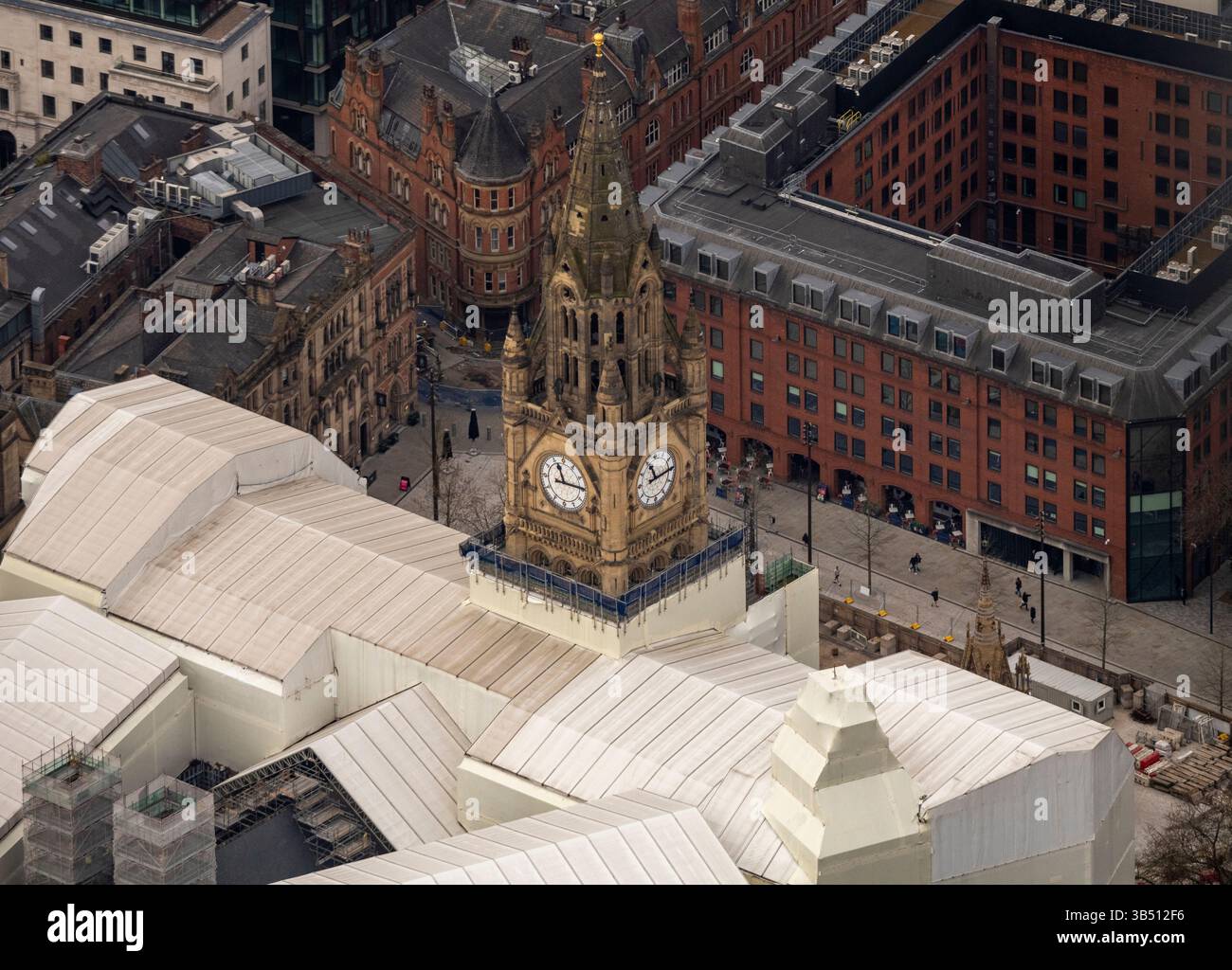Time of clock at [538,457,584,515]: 11:14
